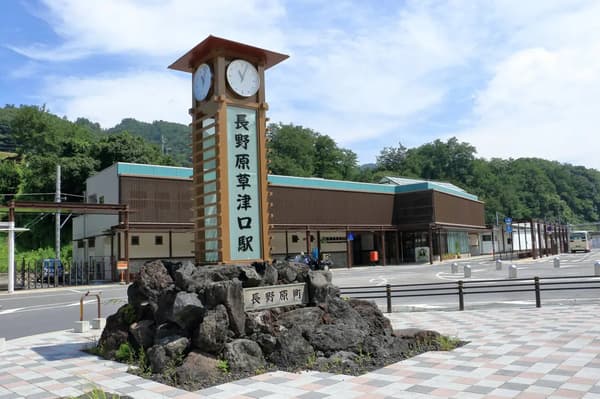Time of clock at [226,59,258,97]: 11:03
